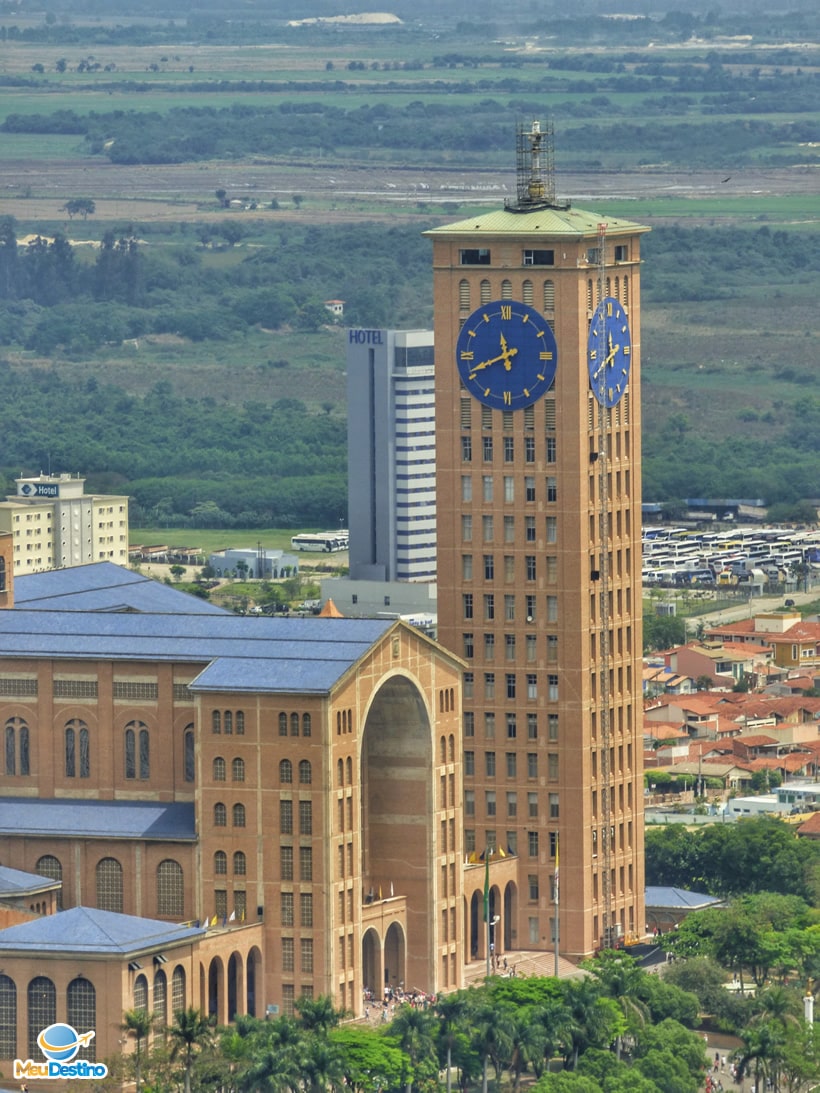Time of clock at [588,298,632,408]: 11:40
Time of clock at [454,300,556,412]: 11:41
